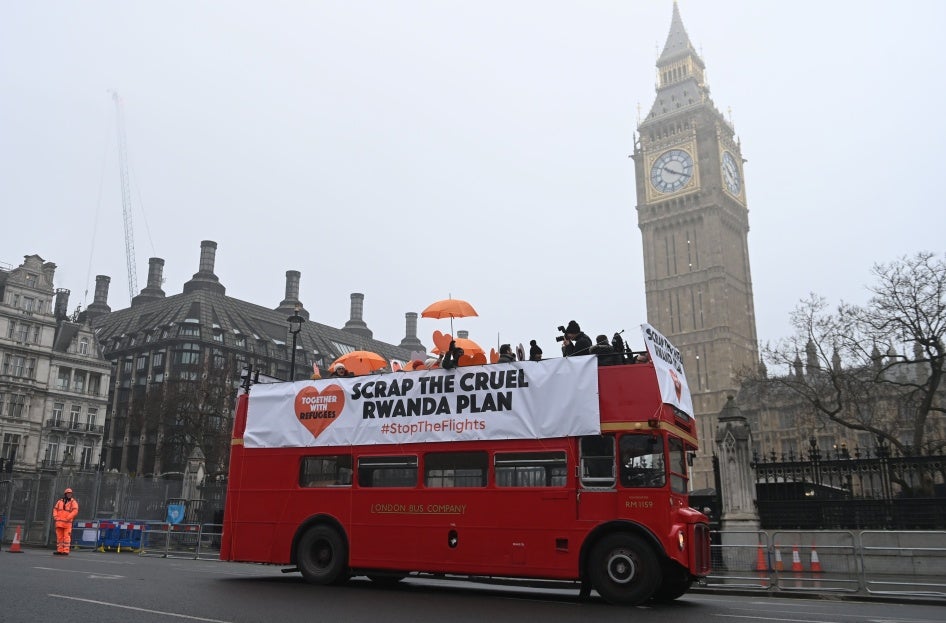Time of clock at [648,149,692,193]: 10:19
